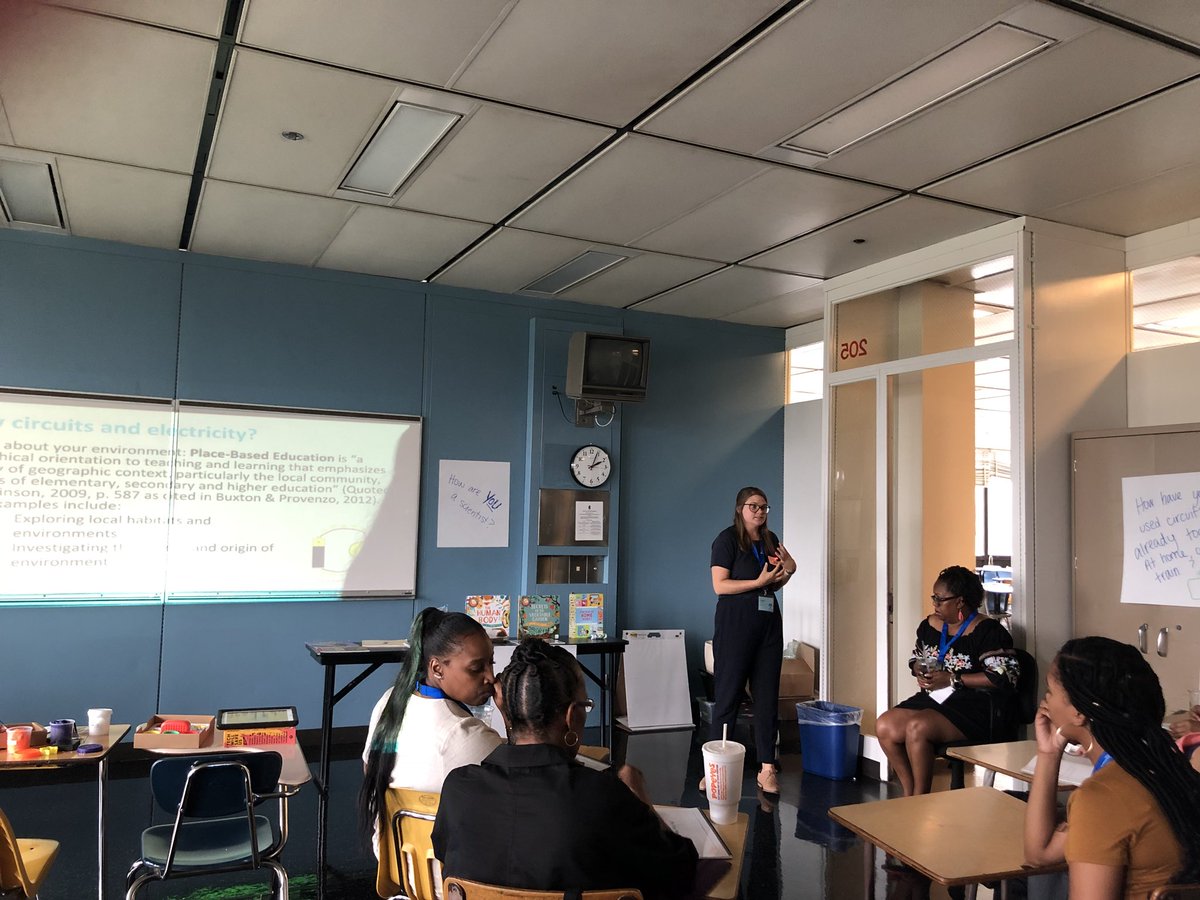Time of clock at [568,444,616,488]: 2:03
